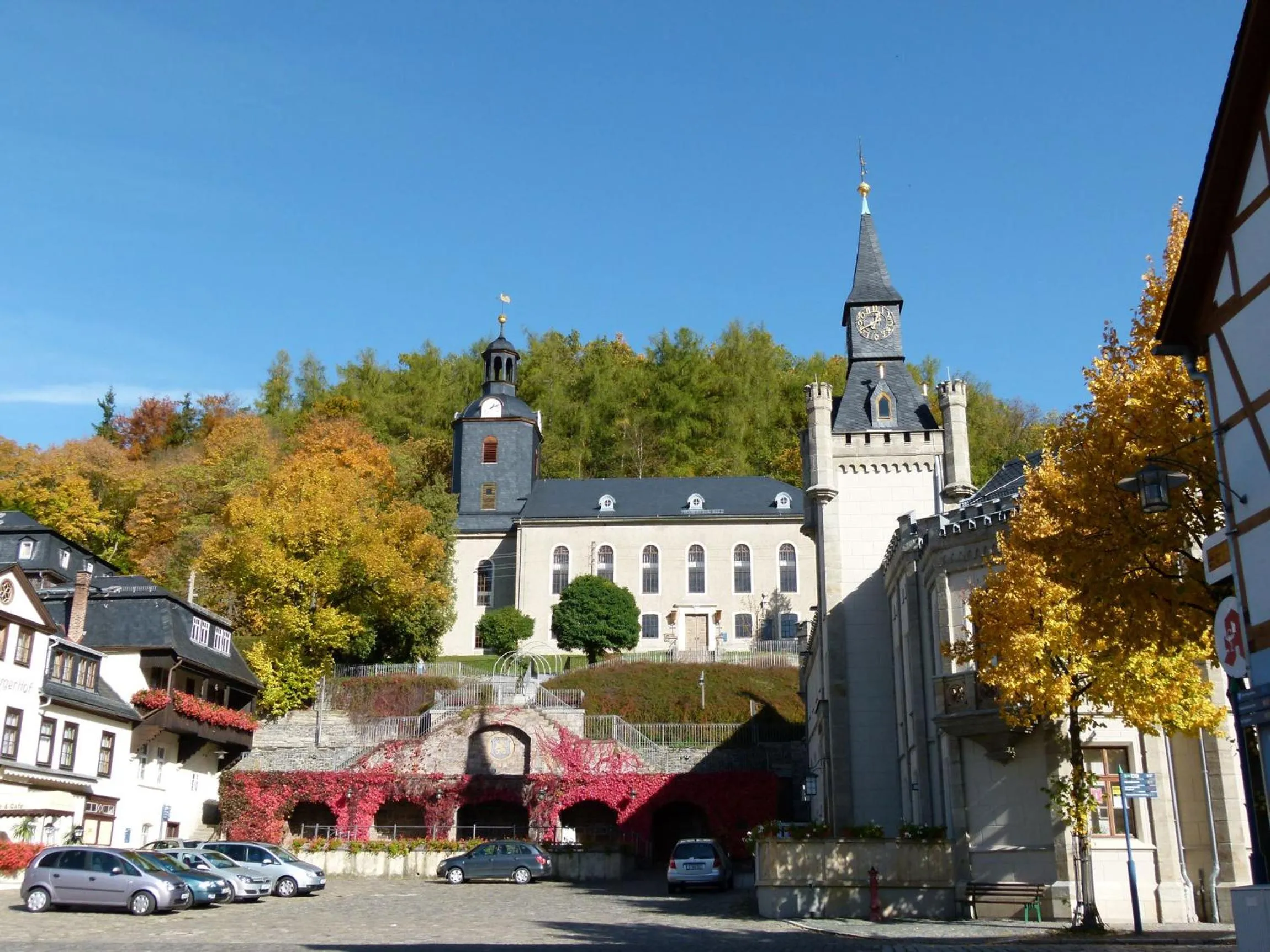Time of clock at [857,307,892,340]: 7:40
